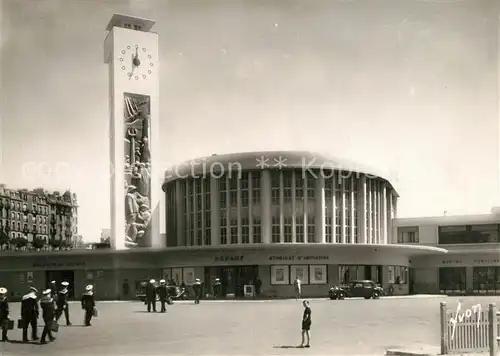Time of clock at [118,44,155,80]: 12:33
